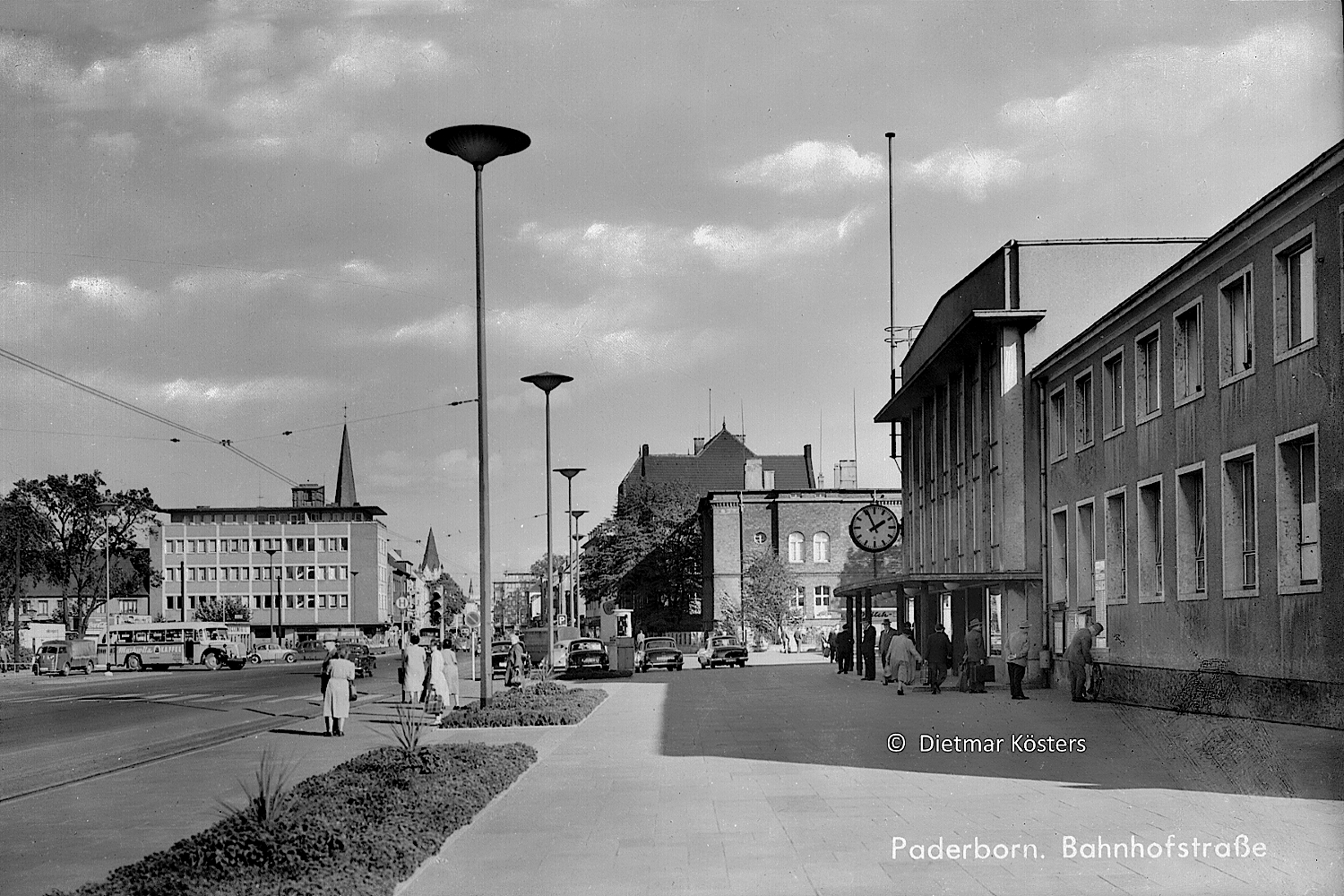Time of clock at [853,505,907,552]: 1:55
